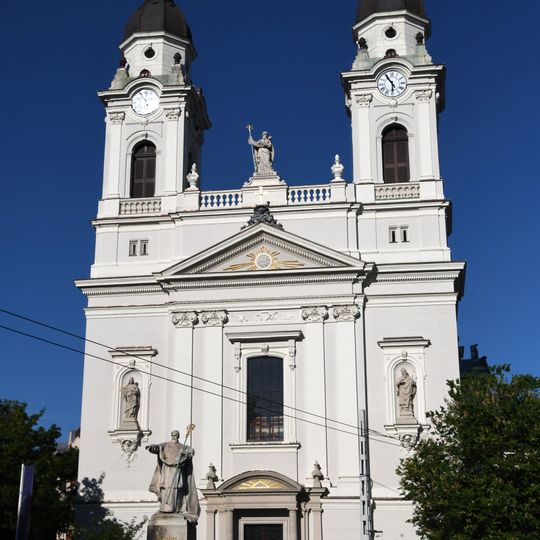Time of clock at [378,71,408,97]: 5:54
